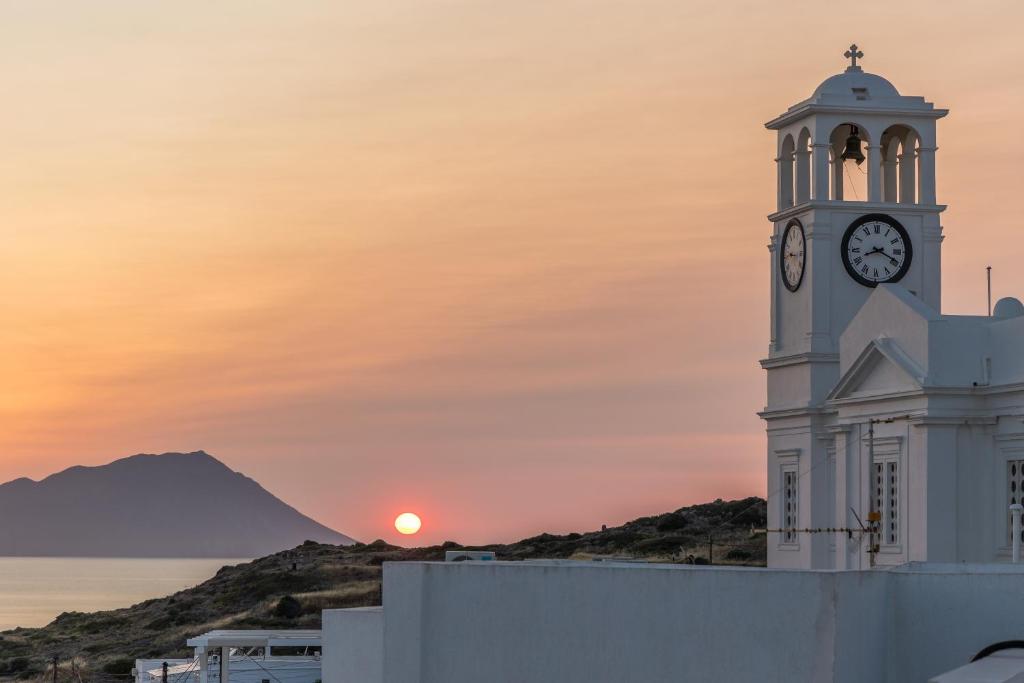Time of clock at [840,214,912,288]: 8:19
